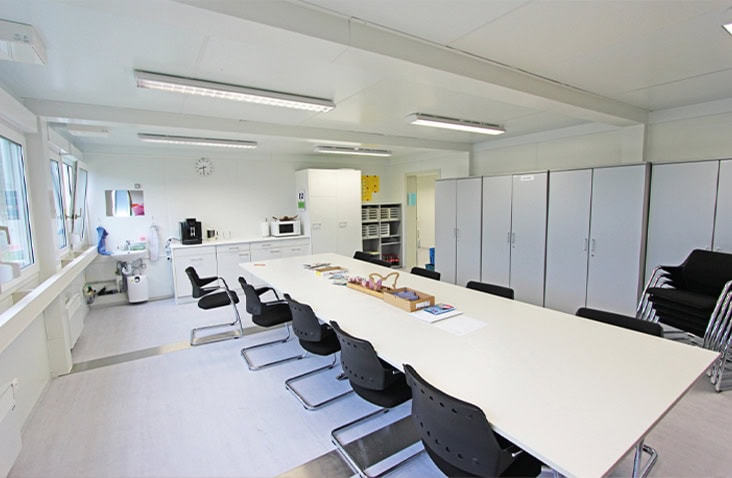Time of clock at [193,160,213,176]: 8:31
